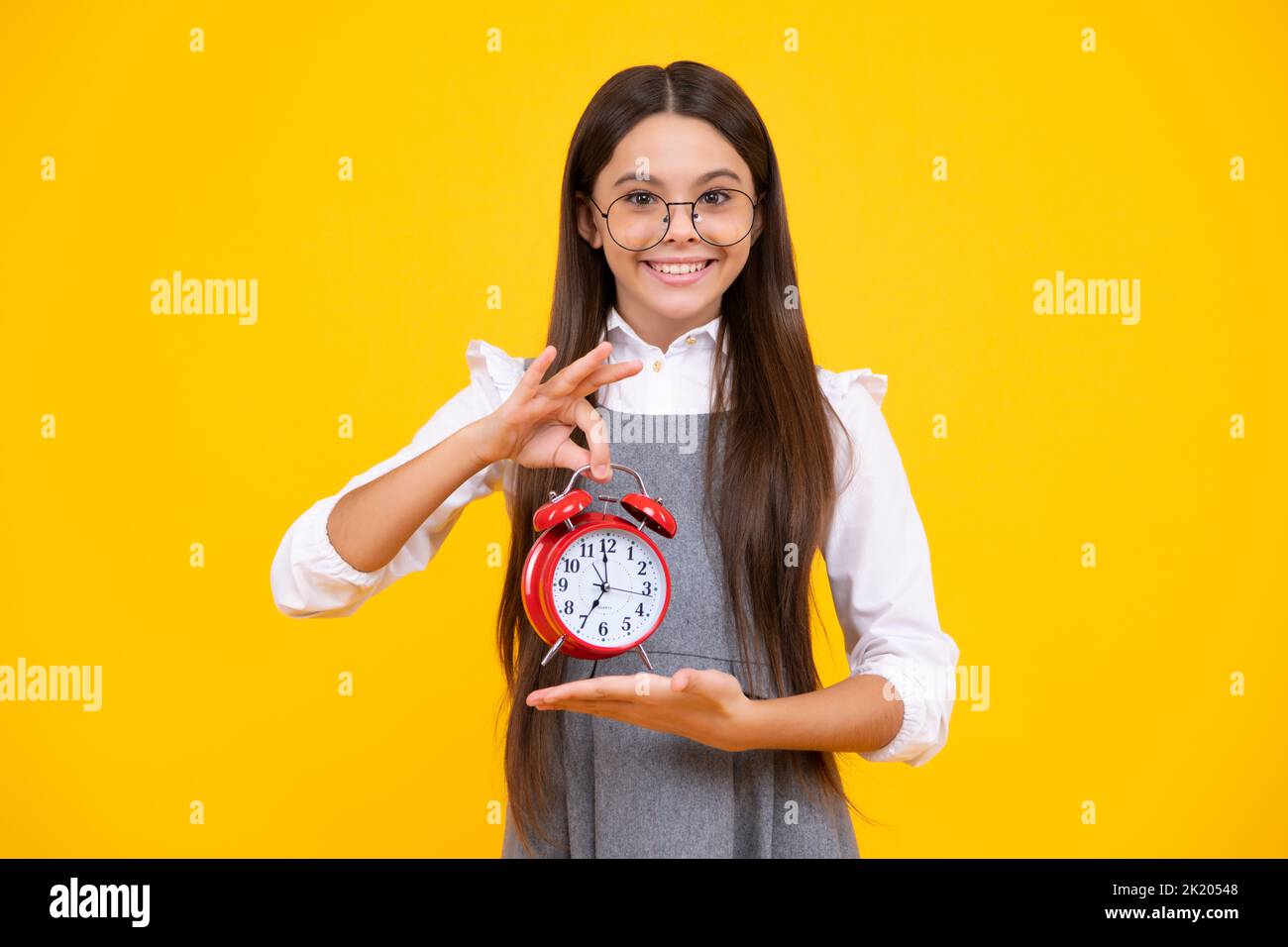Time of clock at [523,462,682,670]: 6:59
